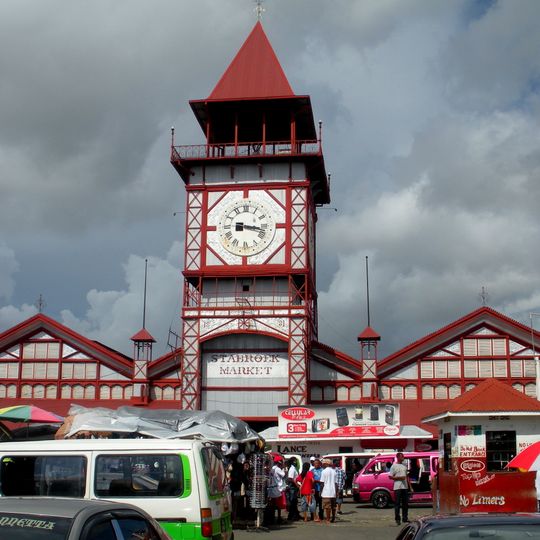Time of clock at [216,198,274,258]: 3:16
